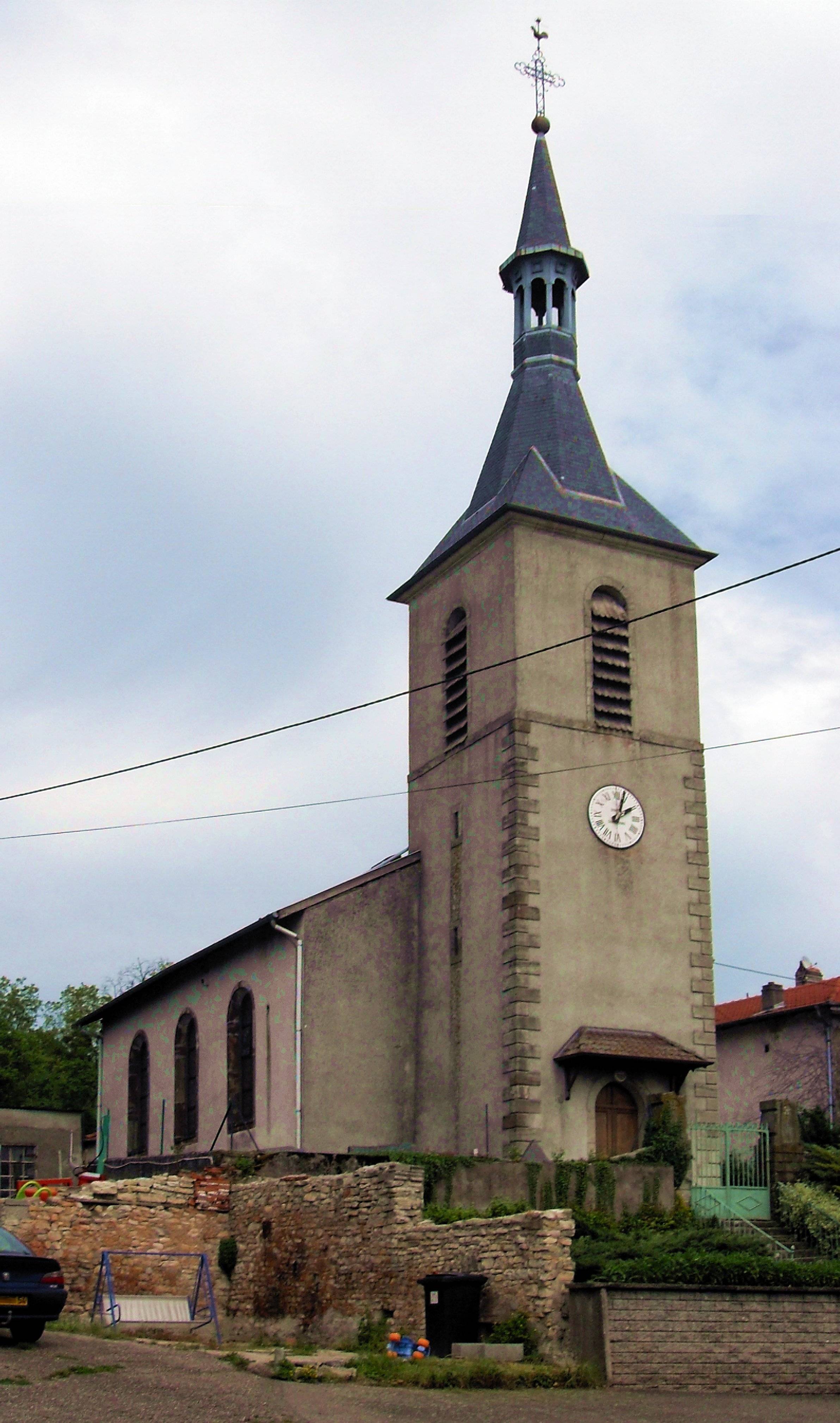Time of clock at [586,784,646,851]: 2:03
